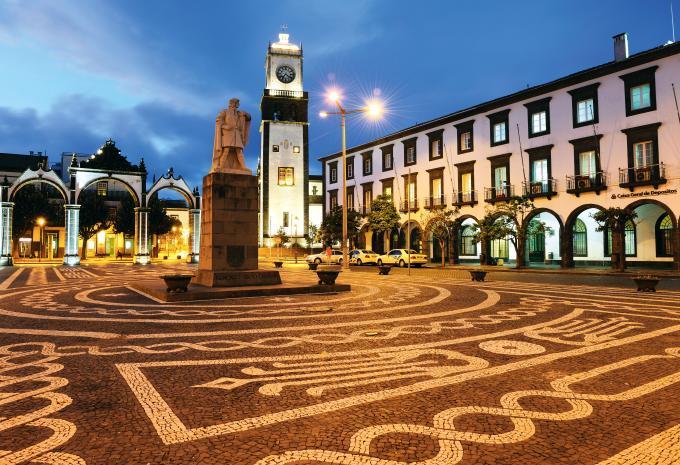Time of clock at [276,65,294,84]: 7:20
